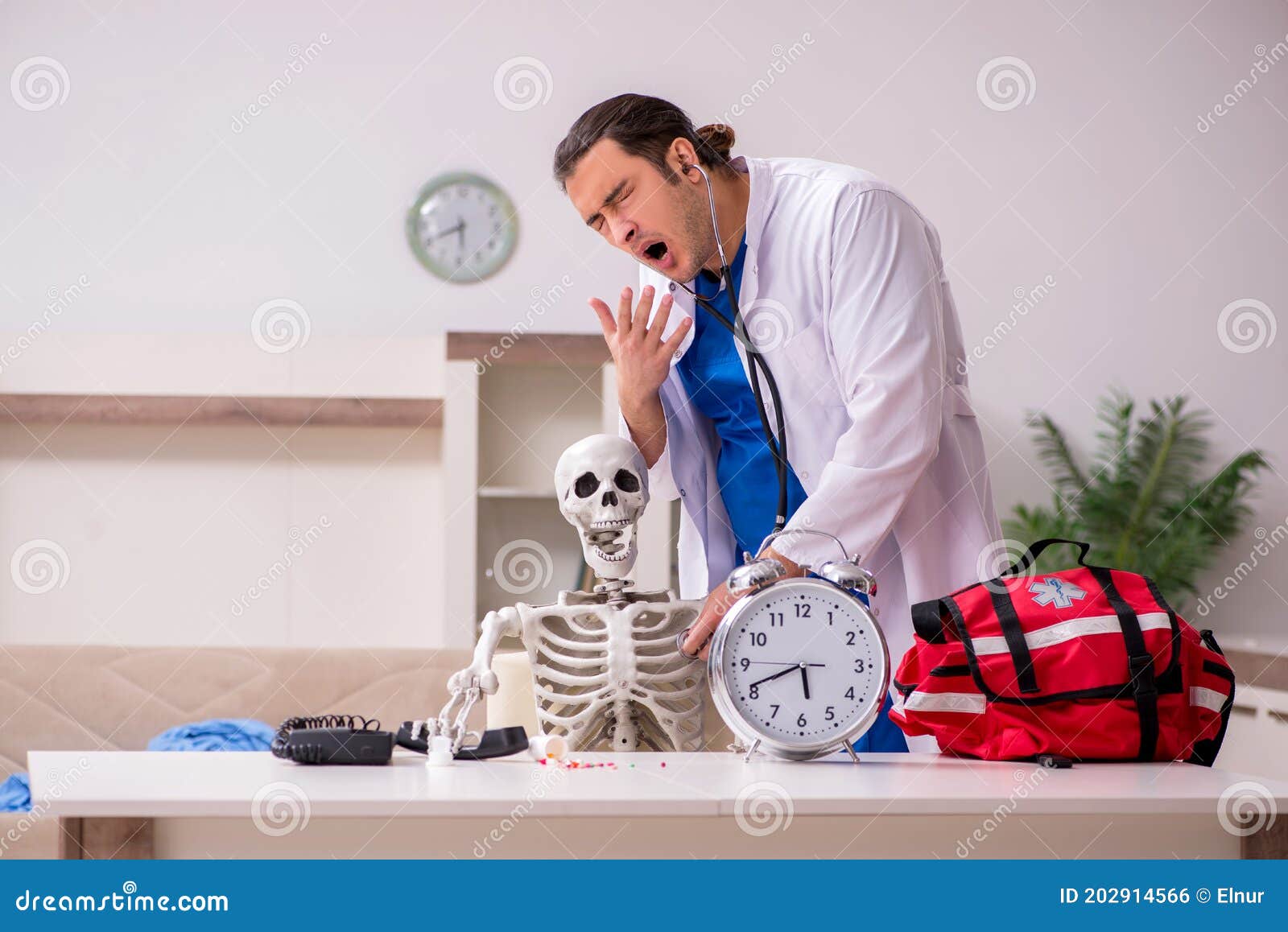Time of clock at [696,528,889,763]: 5:41
